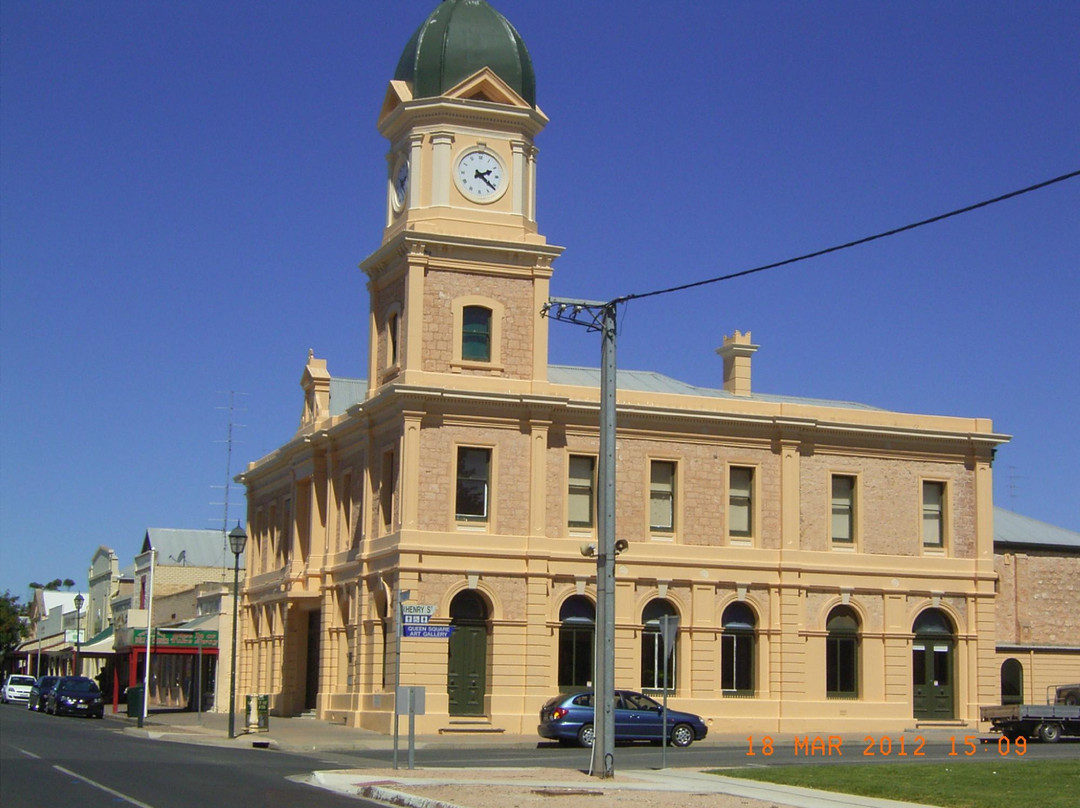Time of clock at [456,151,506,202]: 2:21
